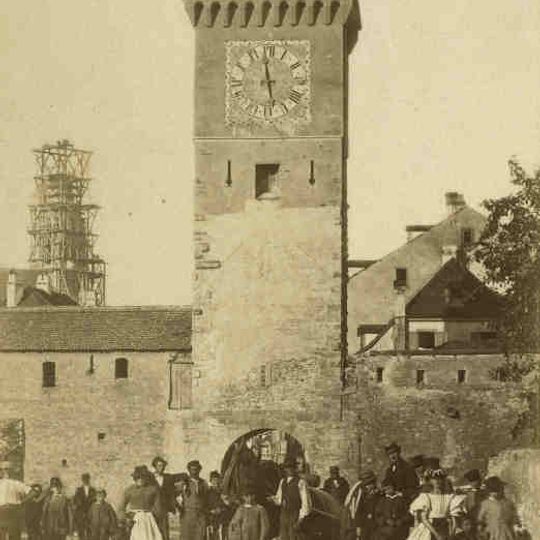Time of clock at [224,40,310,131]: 5:59
